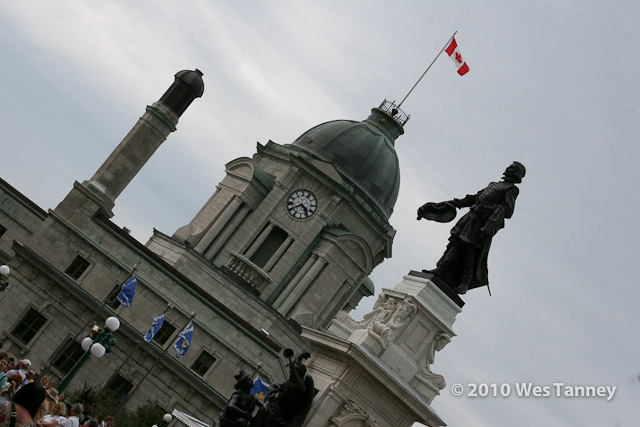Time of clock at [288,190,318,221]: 4:40
